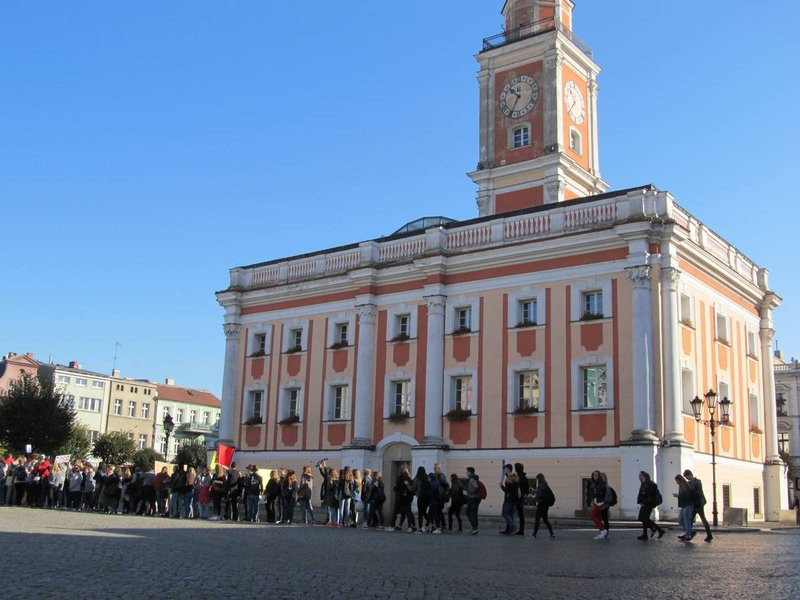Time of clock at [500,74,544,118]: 10:34
